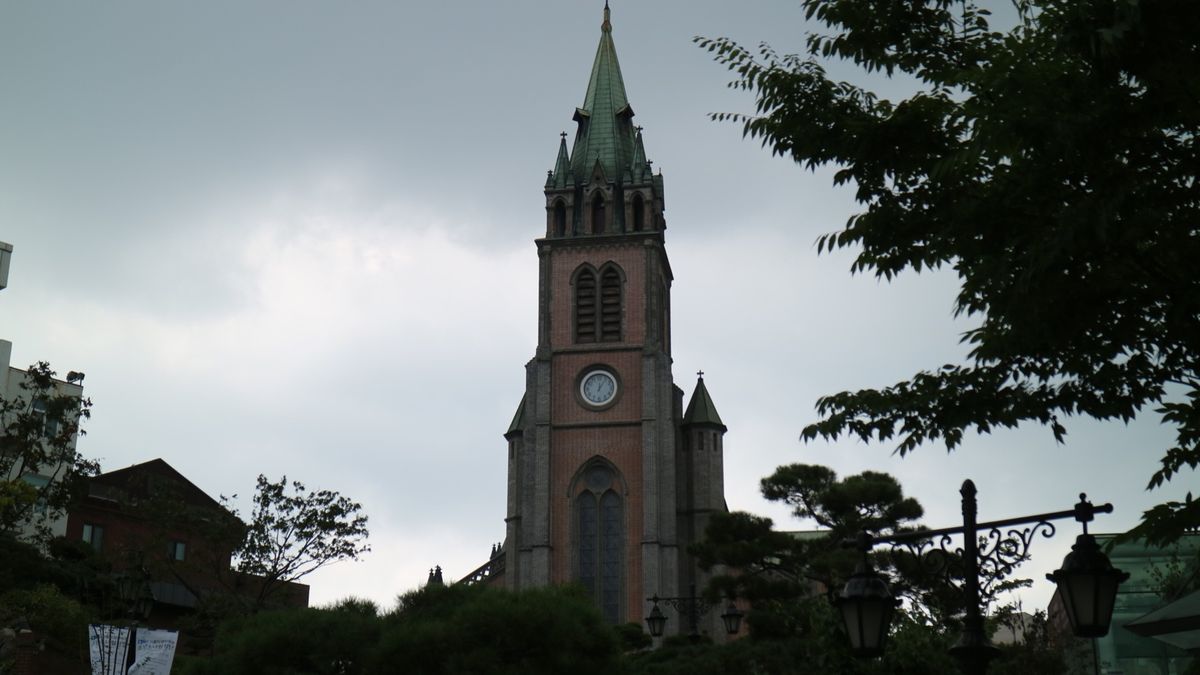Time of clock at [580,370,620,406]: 12:05
